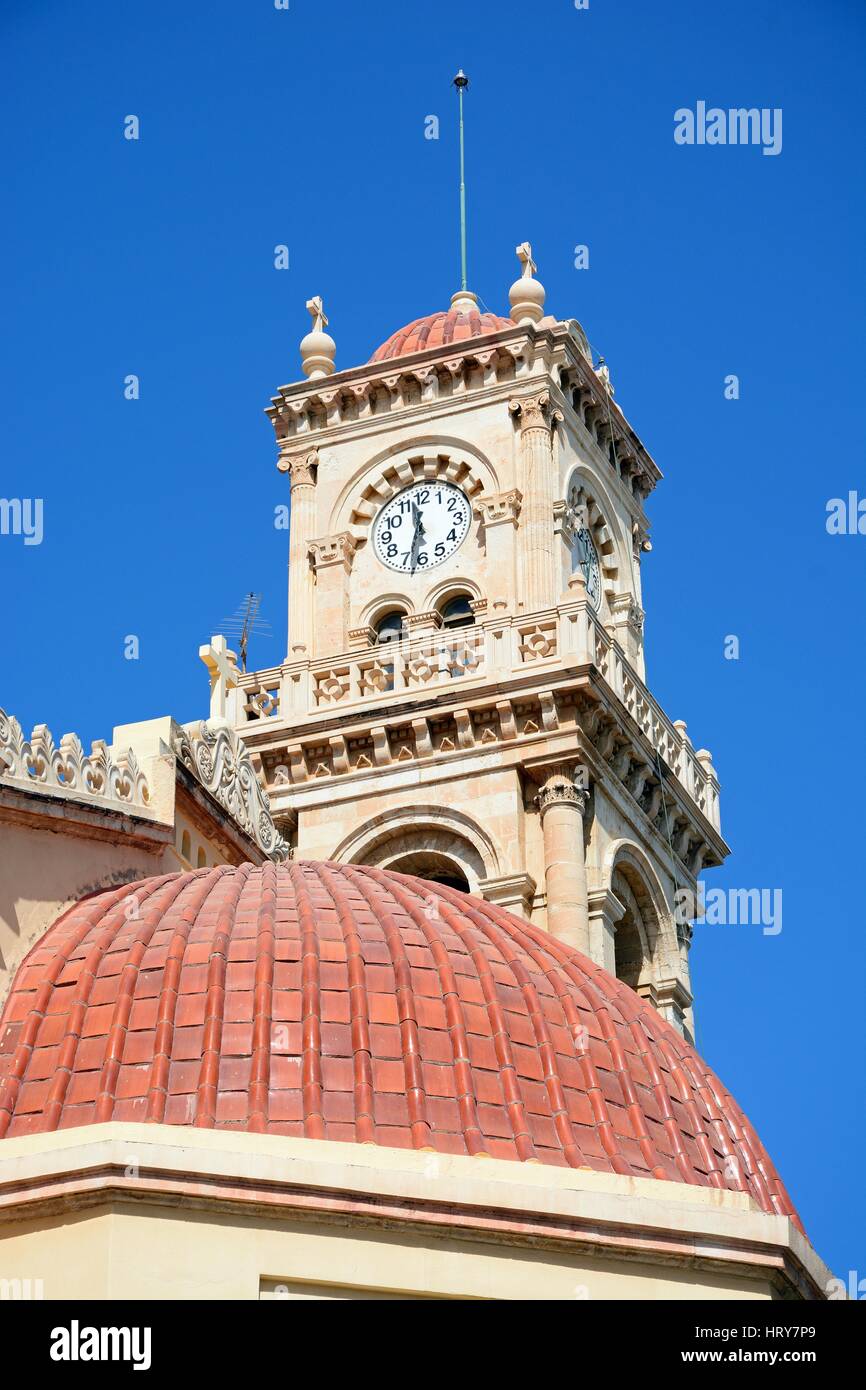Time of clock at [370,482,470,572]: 11:32
